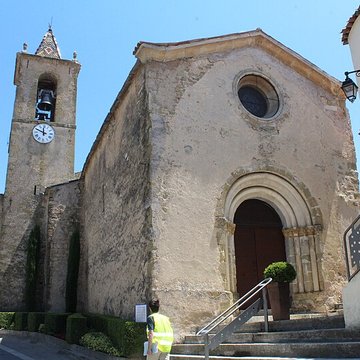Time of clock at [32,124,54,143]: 11:48
